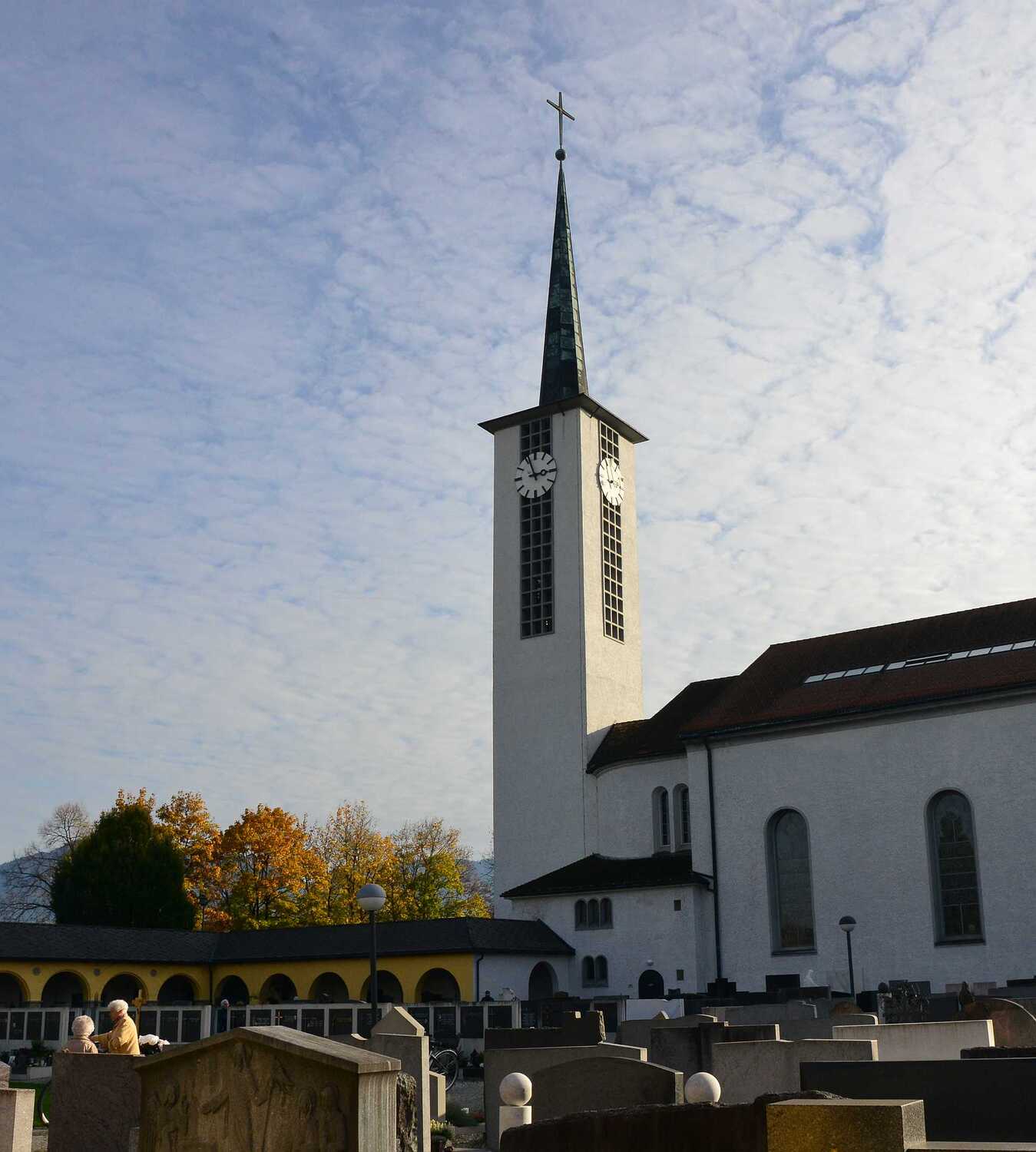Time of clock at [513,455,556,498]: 2:56
